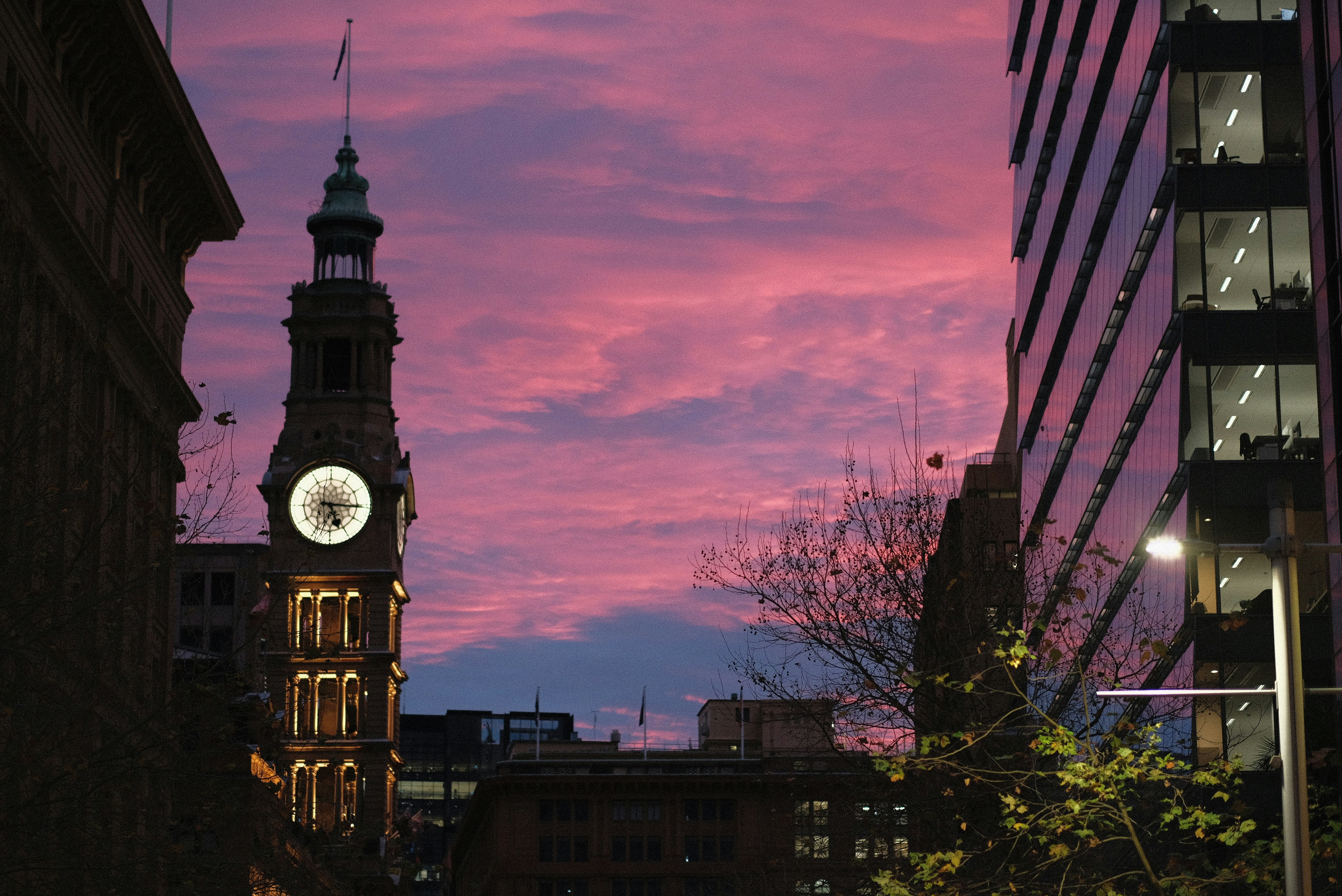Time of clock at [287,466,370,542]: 5:15
